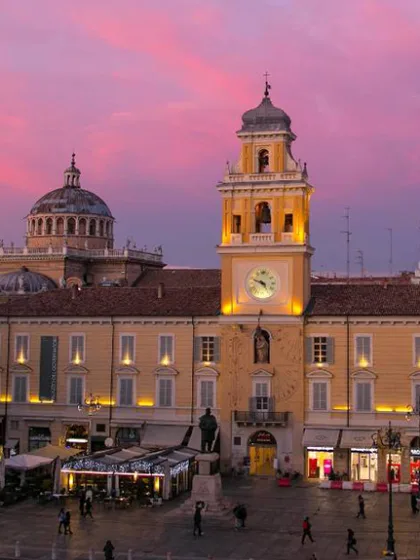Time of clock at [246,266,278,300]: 4:48
